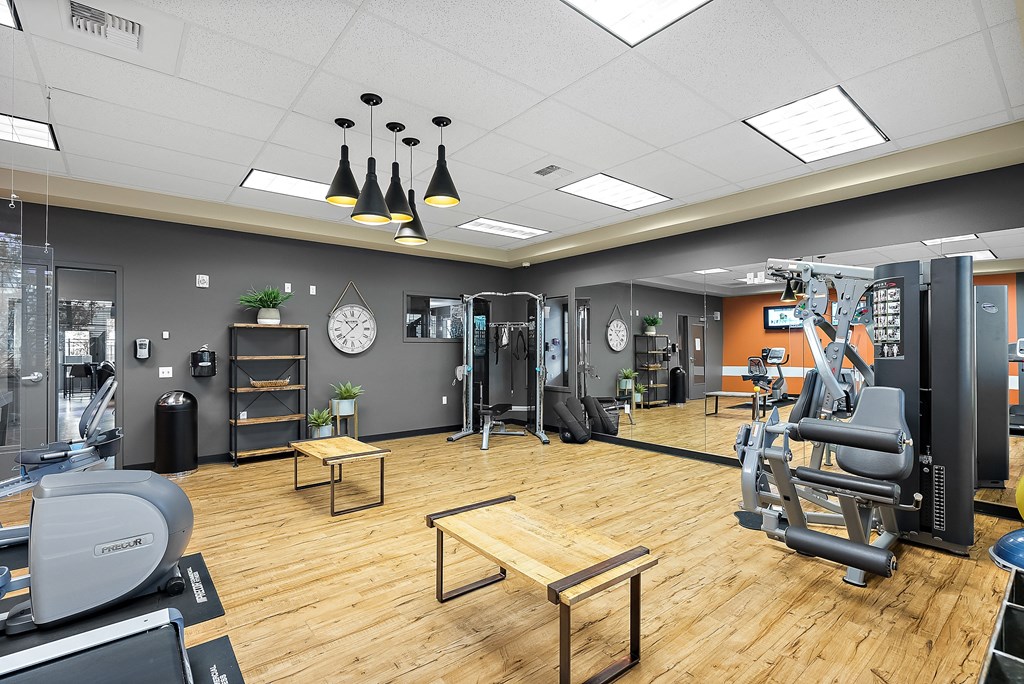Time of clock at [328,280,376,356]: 10:37
